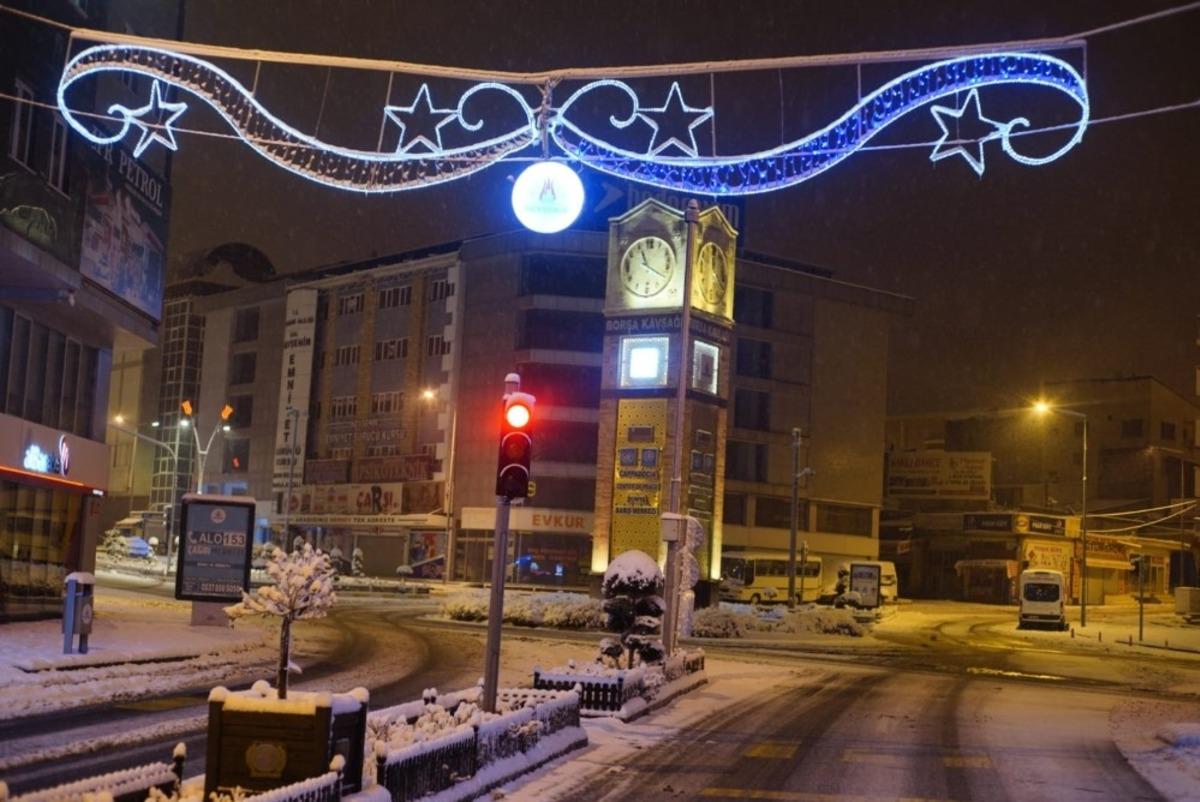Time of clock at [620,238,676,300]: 11:20
